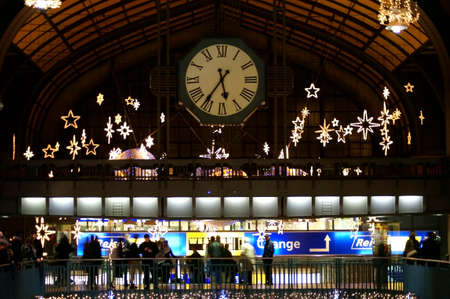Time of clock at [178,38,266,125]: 5:35
